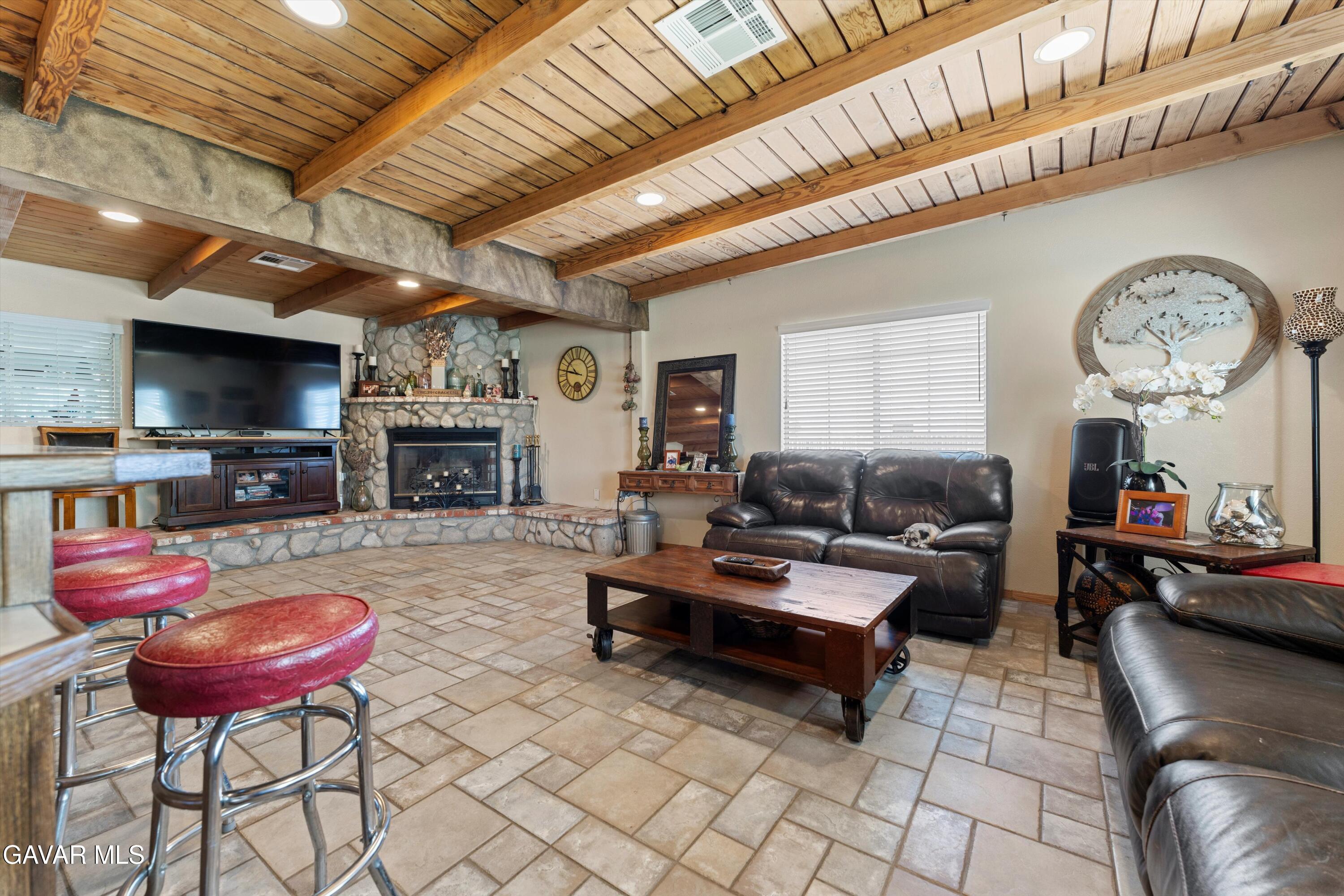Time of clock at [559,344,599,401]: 10:47
